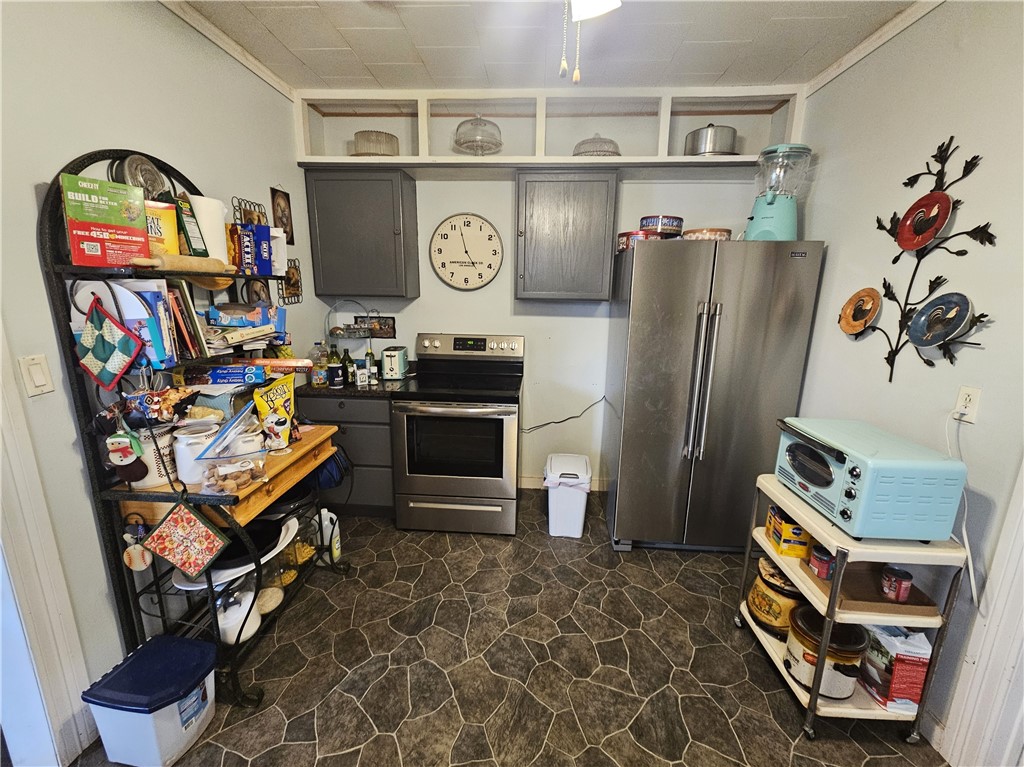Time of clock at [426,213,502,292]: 4:57
